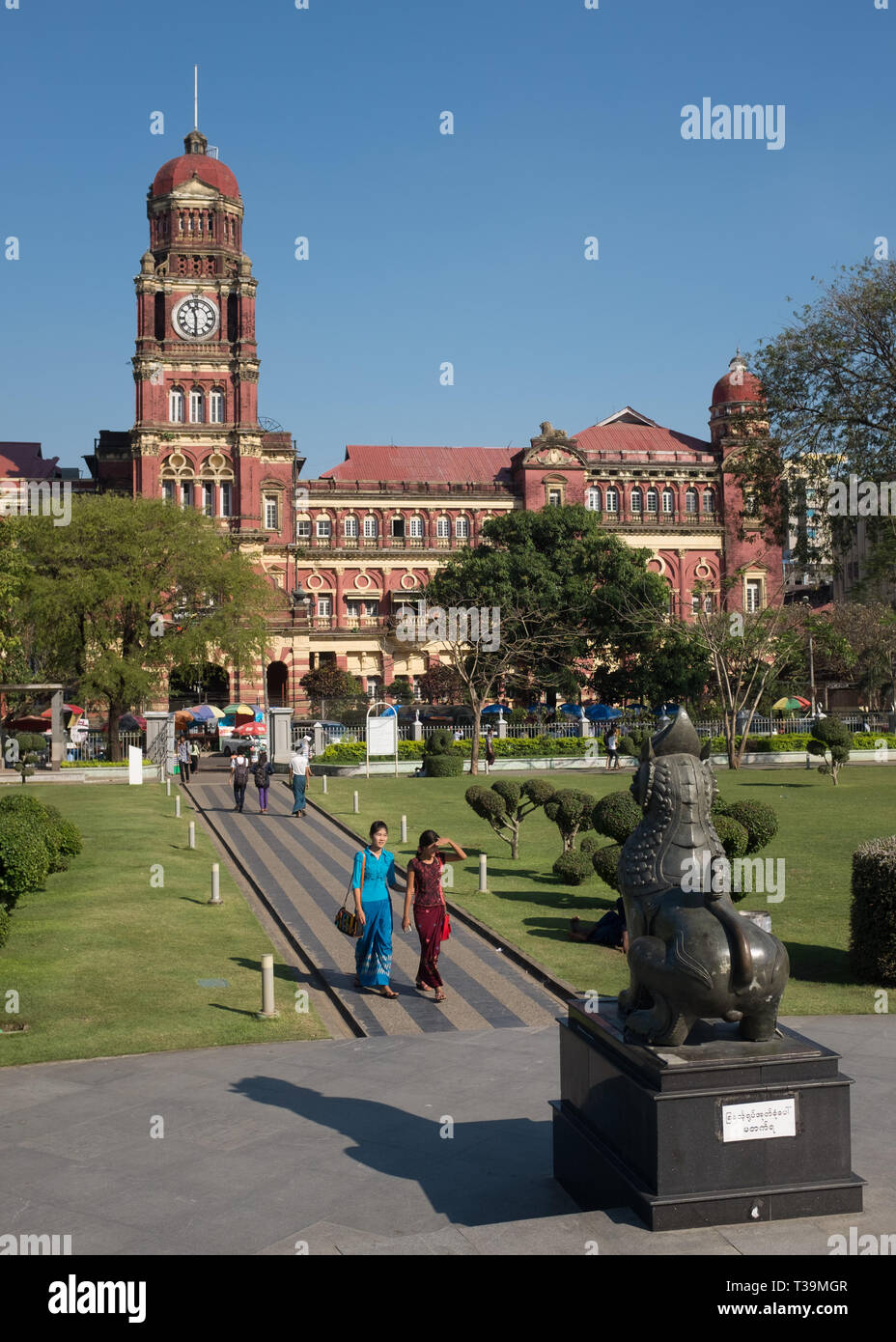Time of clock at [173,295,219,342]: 11:29
